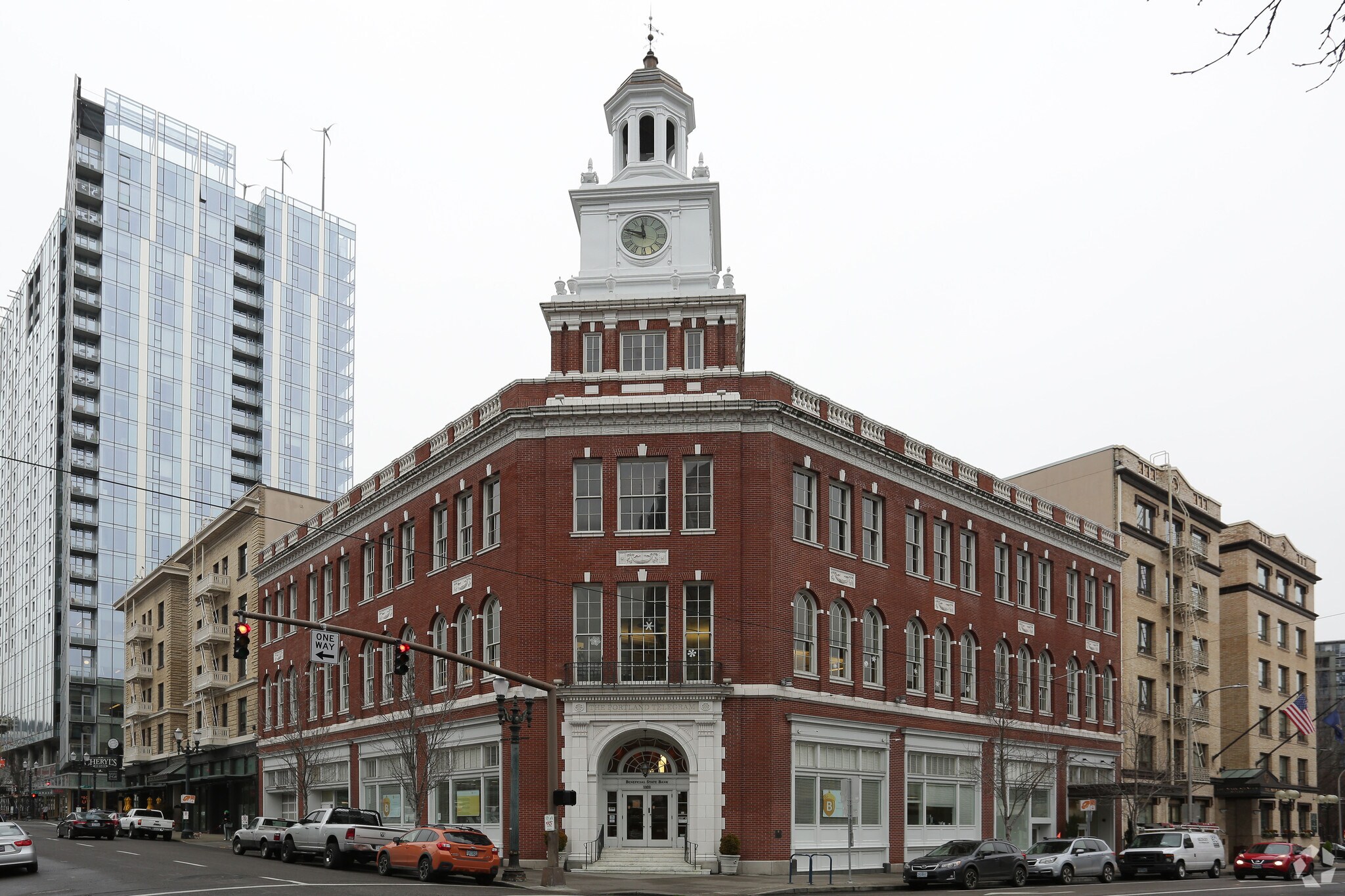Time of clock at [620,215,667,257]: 11:48
